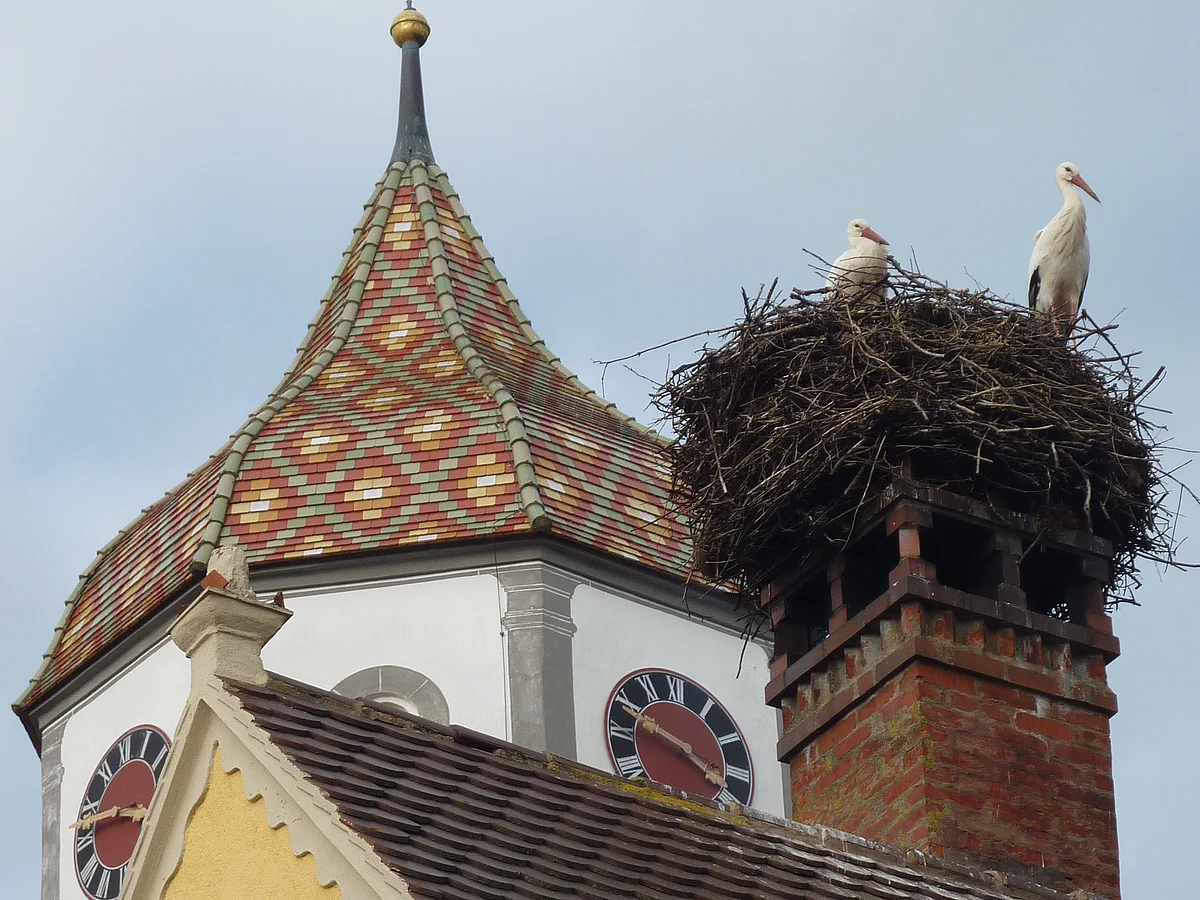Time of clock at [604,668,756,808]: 3:48
